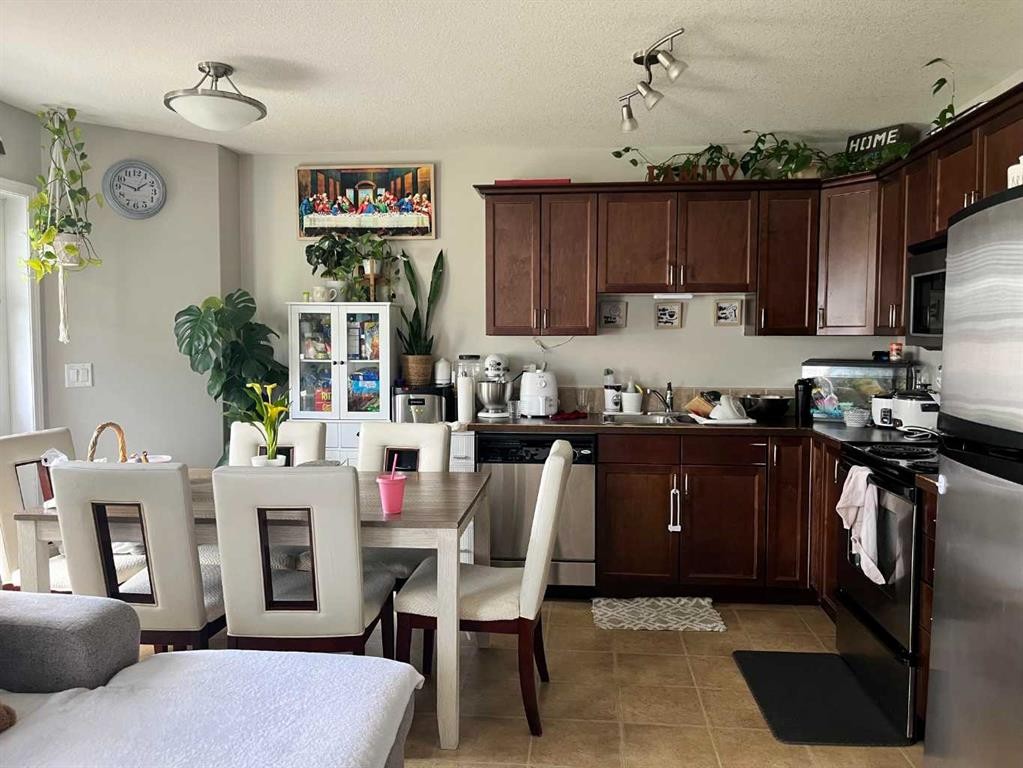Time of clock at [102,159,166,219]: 1:47
